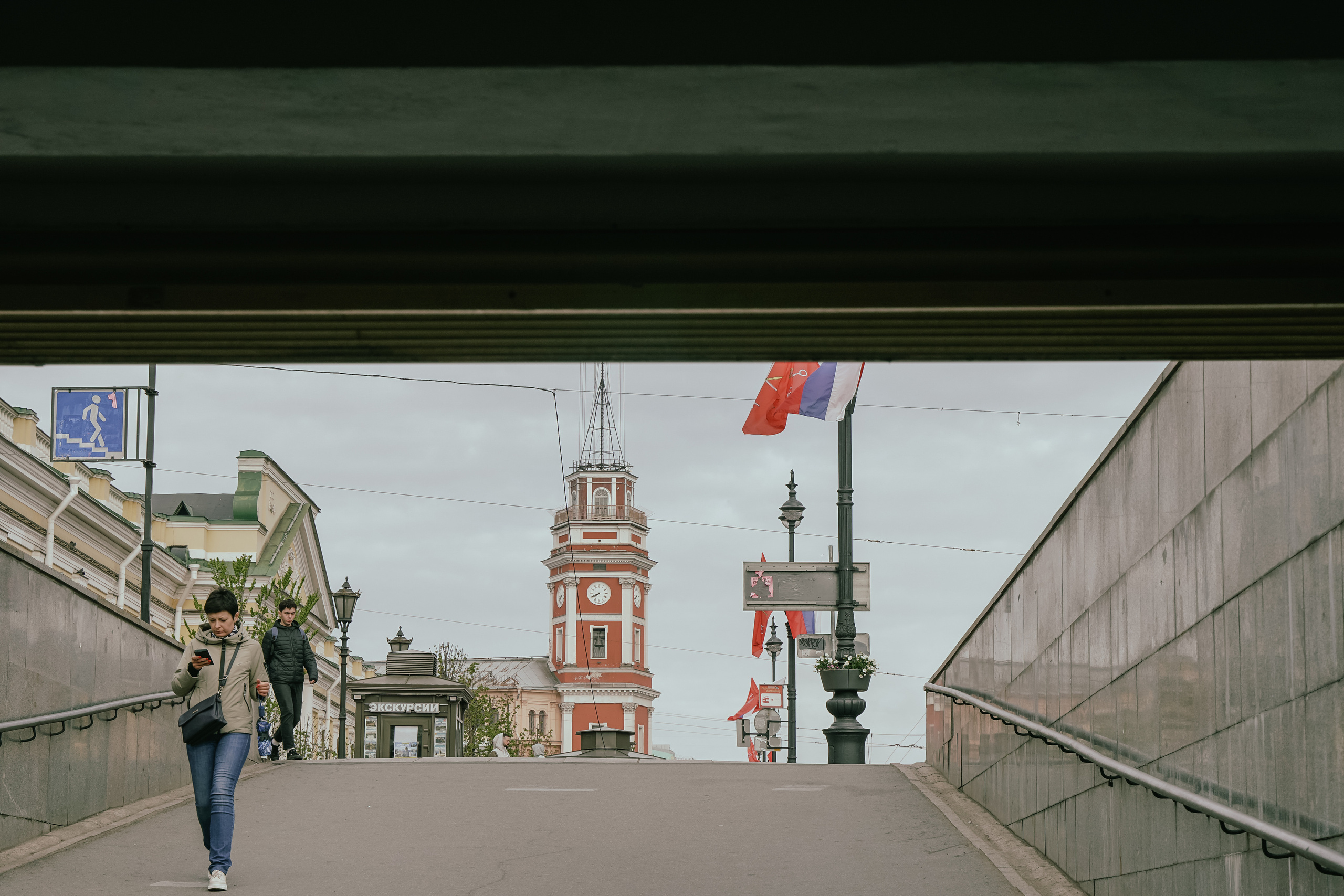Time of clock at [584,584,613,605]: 7:40
